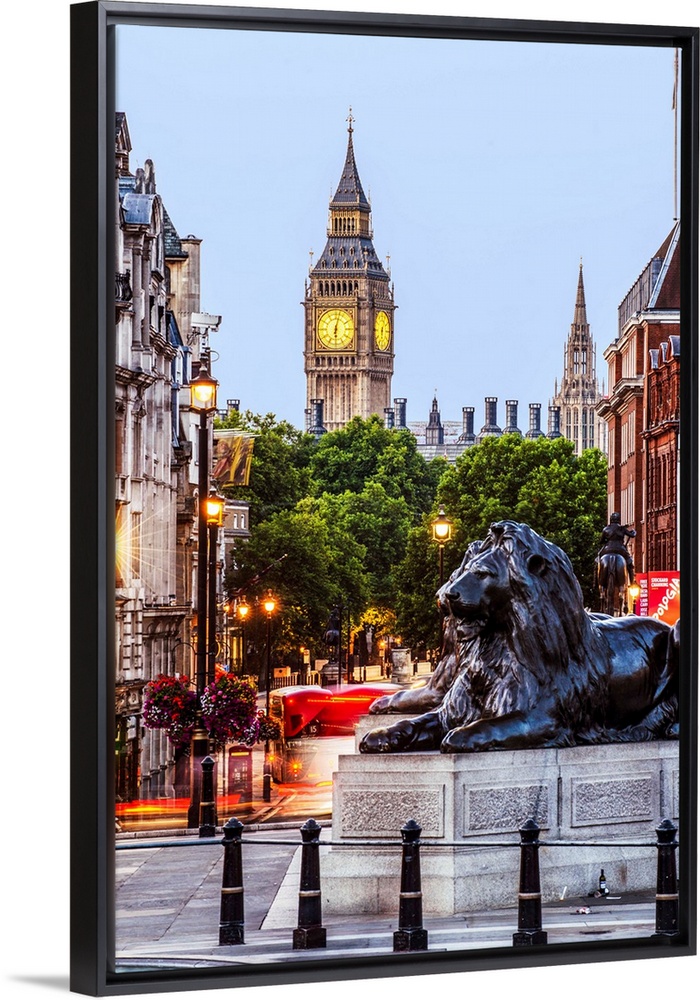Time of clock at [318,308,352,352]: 6:02
